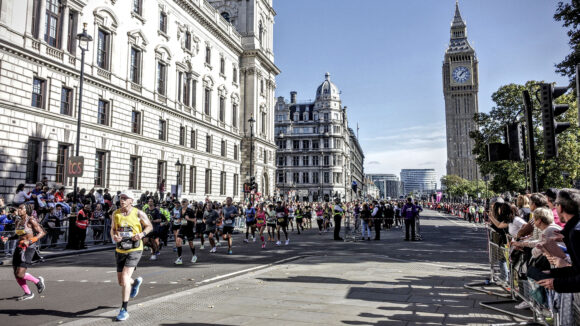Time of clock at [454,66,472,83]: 1:08
